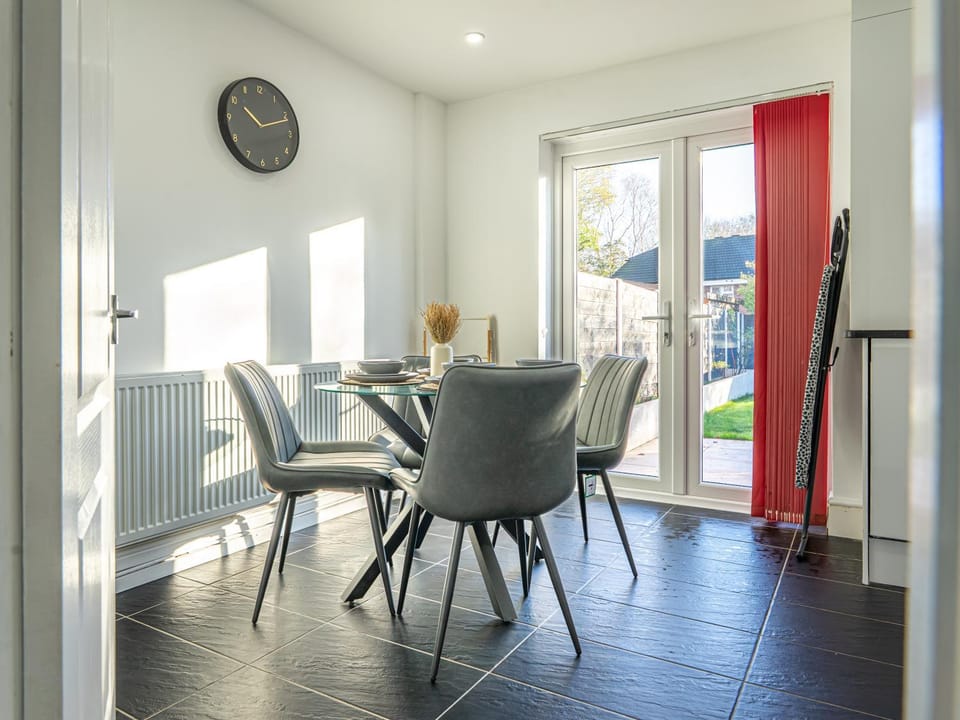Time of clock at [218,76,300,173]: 10:11
